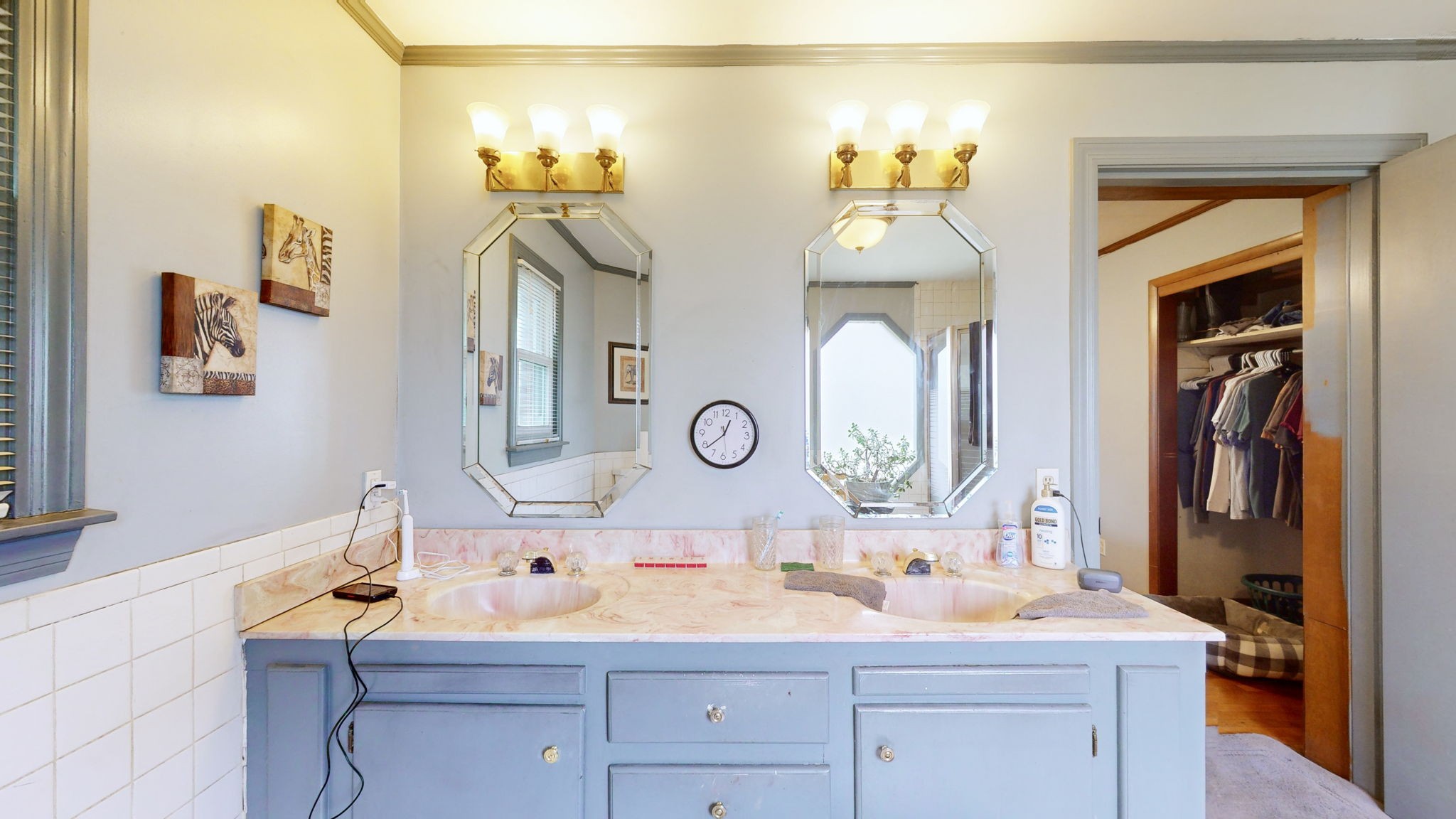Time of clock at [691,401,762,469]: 12:38
